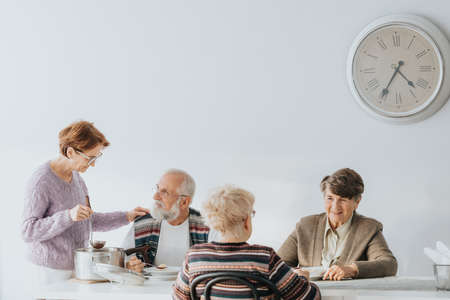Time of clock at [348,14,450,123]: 4:35
